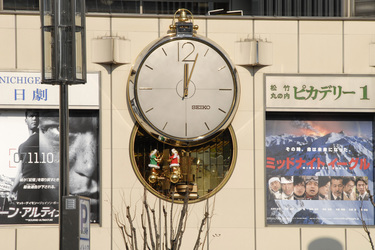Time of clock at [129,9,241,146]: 12:03
